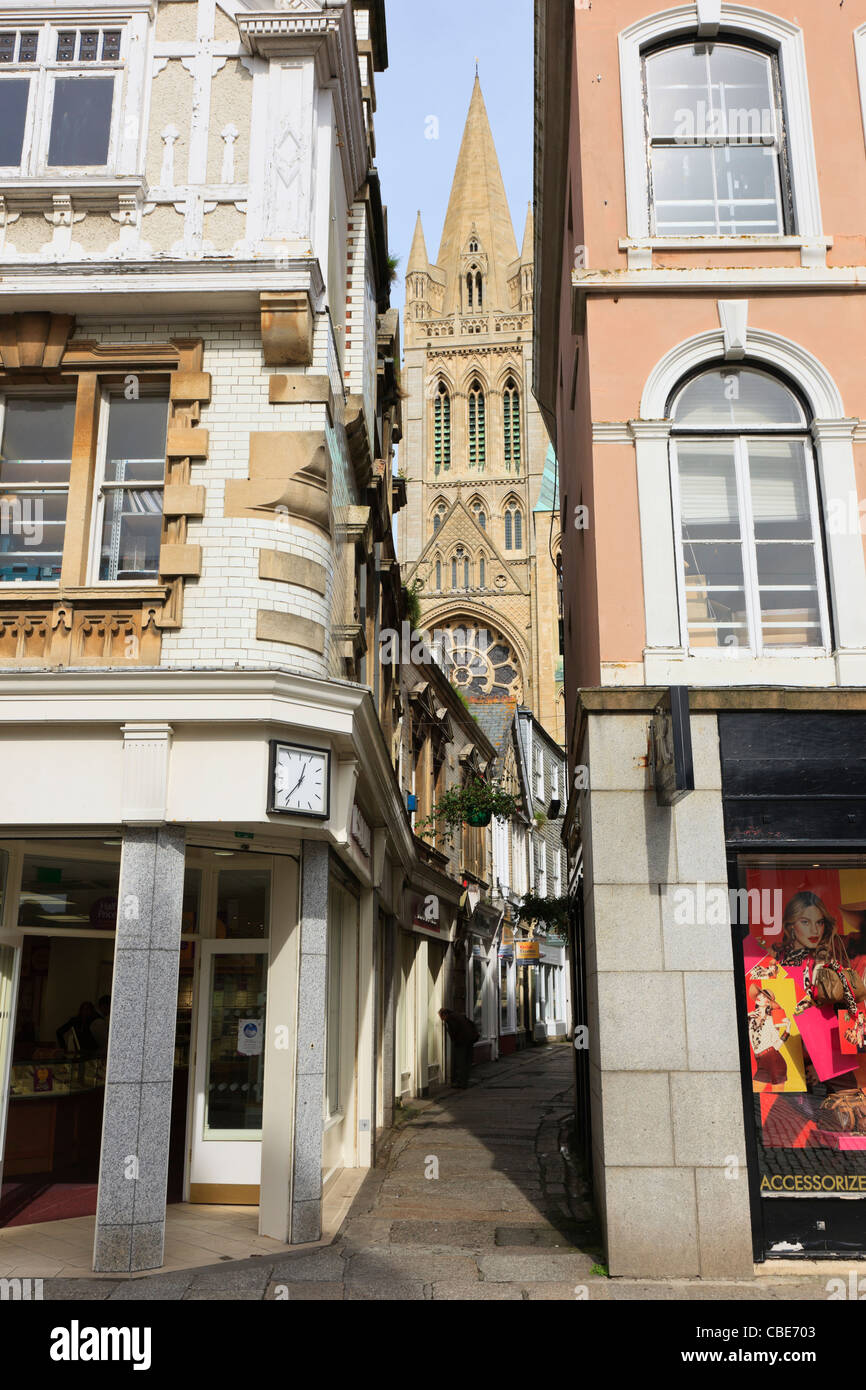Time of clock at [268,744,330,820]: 12:36
